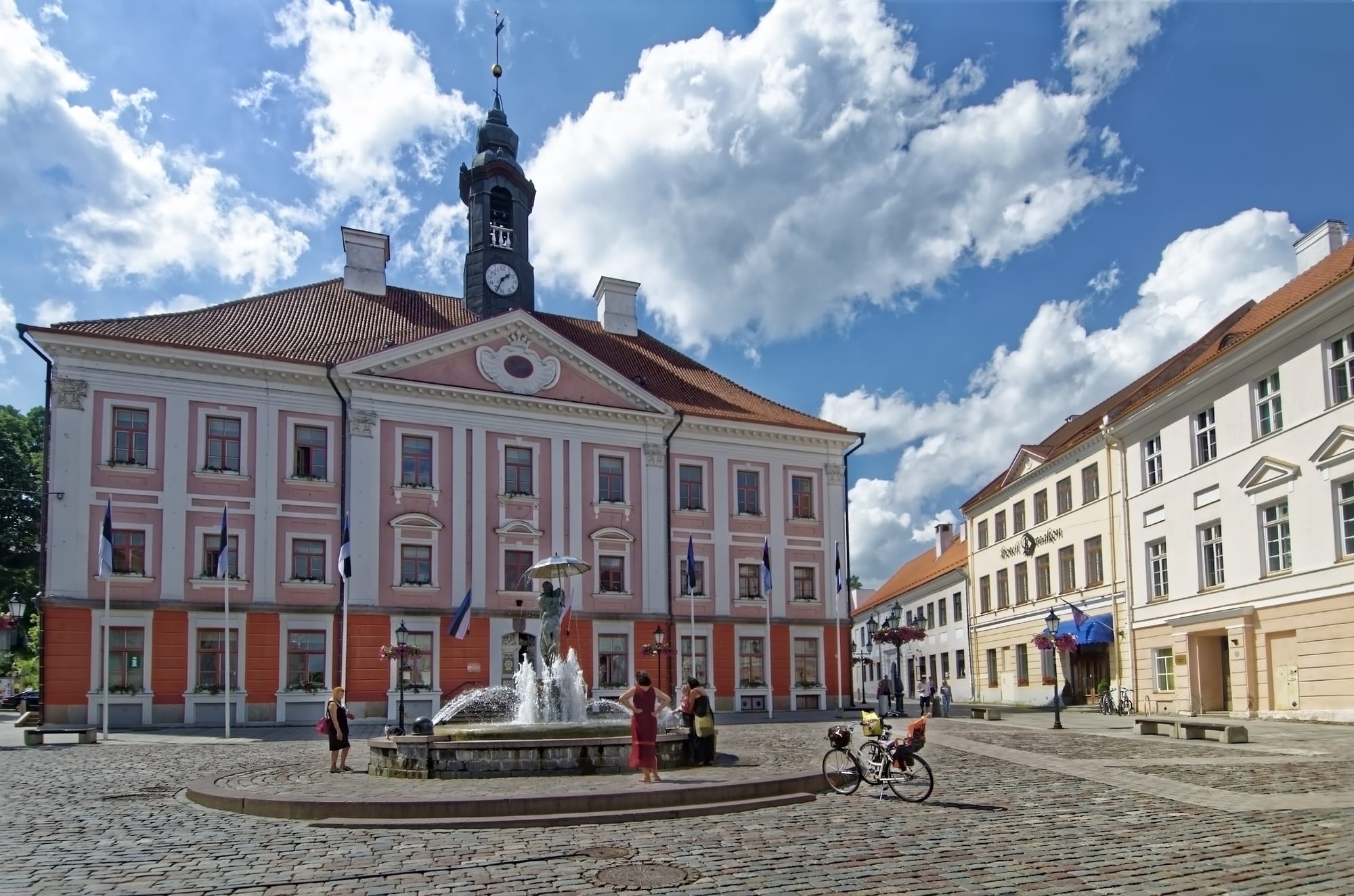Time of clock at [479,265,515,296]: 1:33
